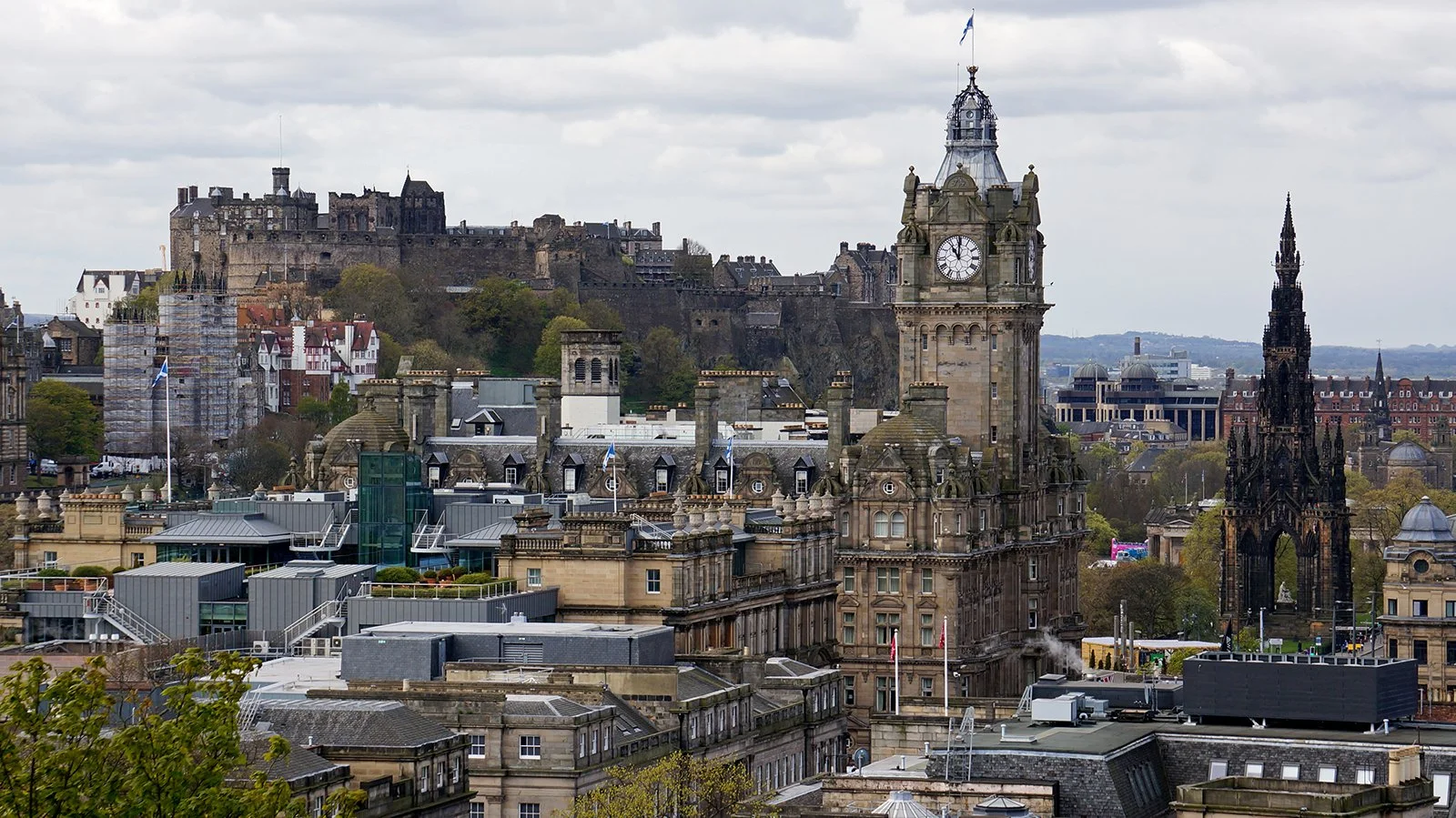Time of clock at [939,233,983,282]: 11:00
